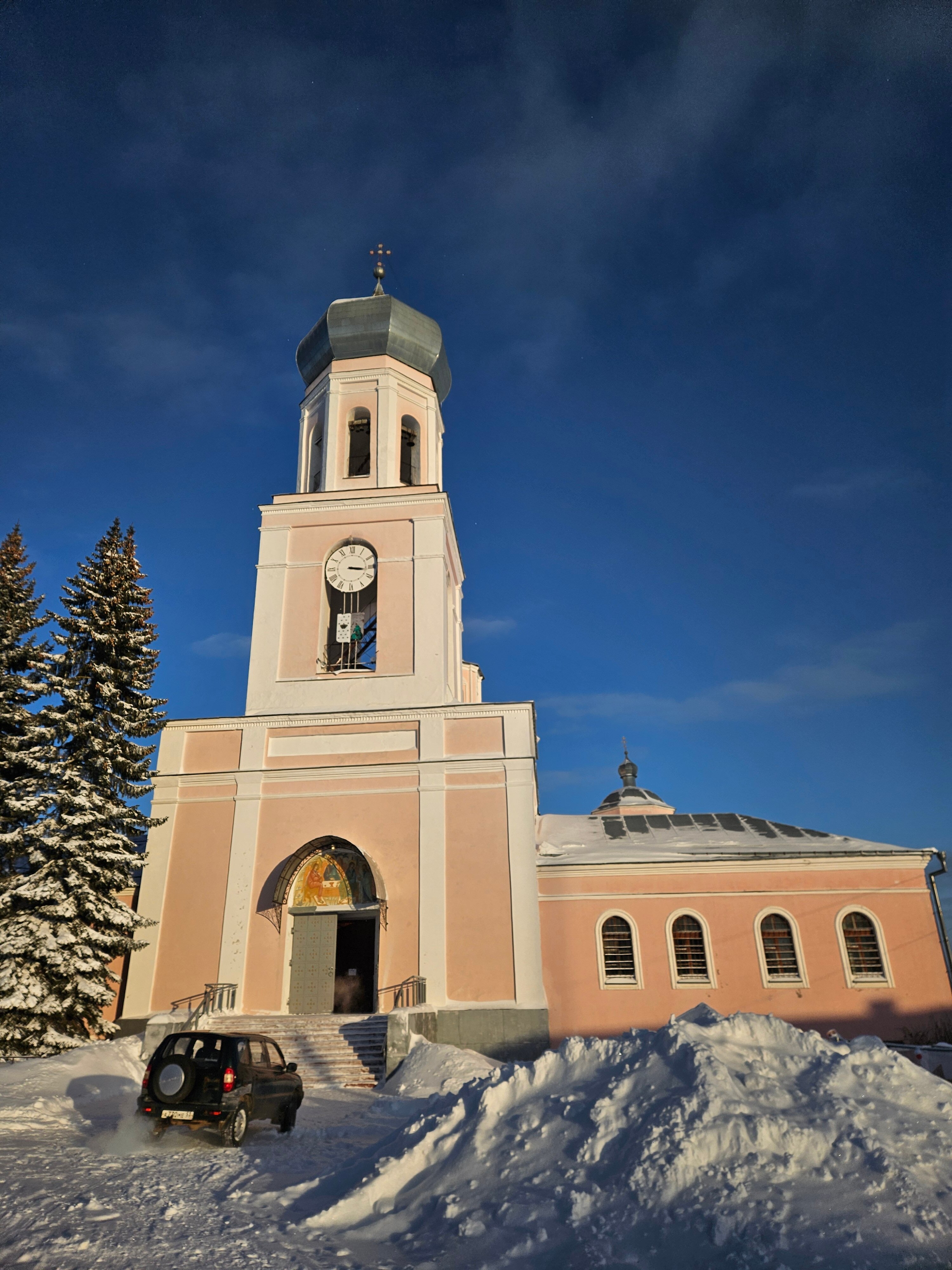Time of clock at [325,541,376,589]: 3:16
